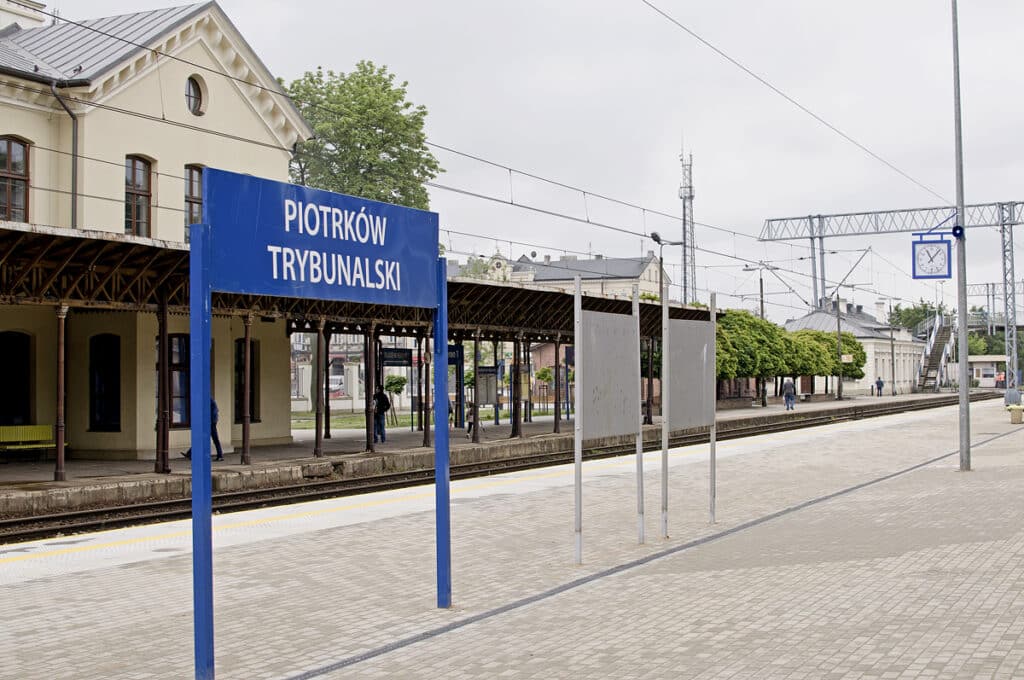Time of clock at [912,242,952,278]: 11:07
